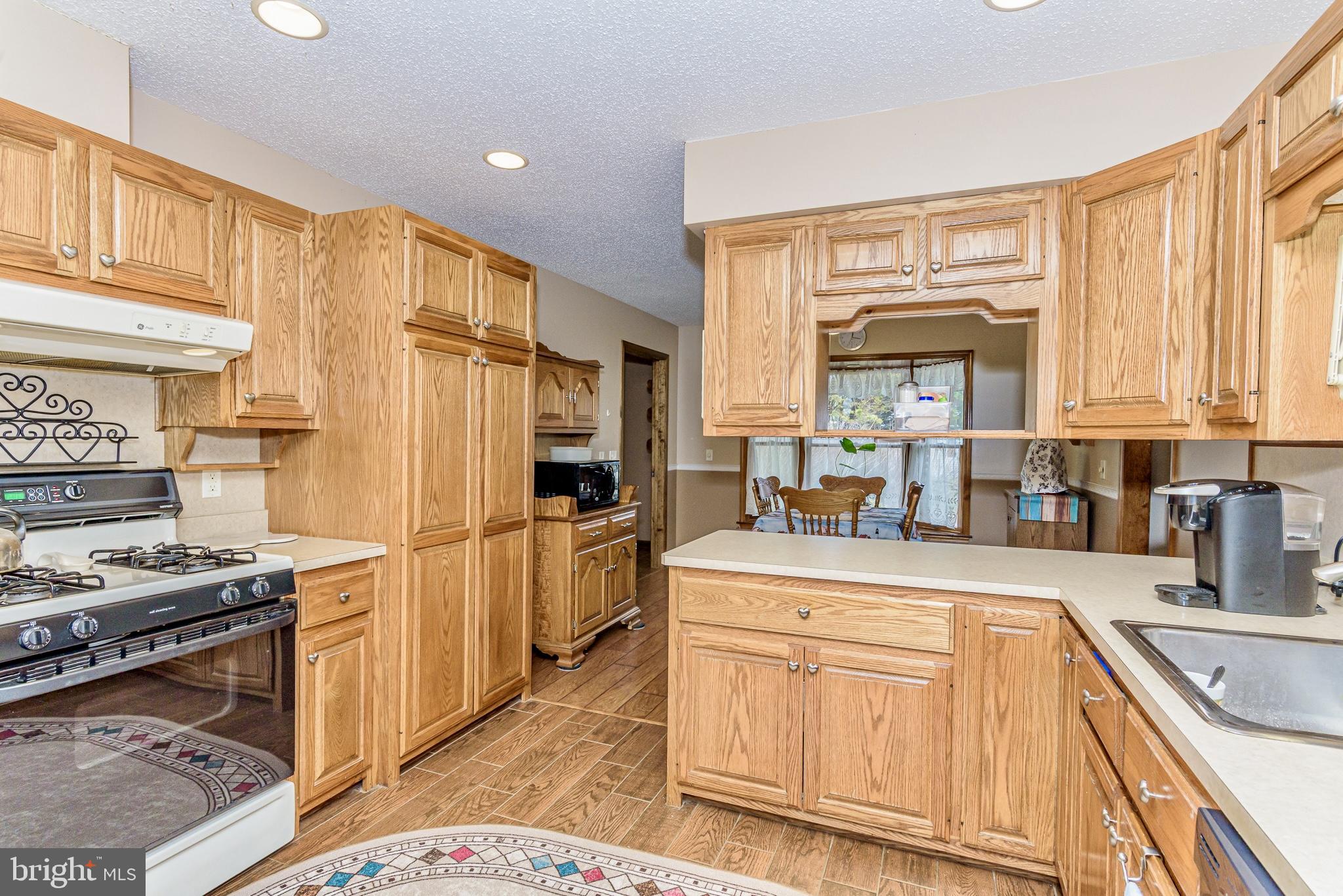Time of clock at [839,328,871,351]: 3:34
